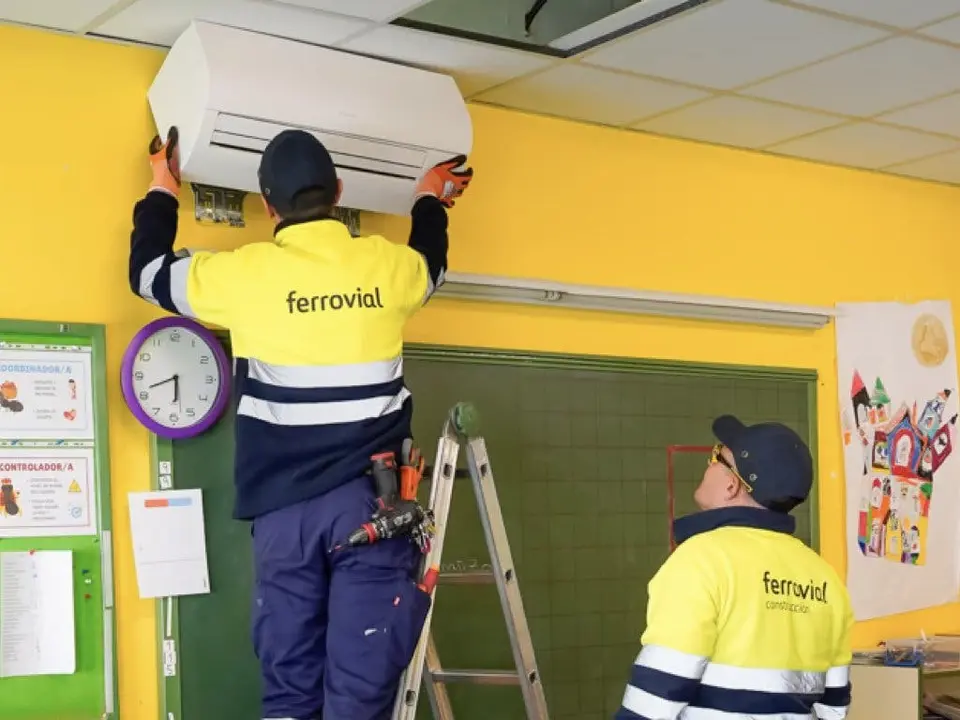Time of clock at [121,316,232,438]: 5:41
